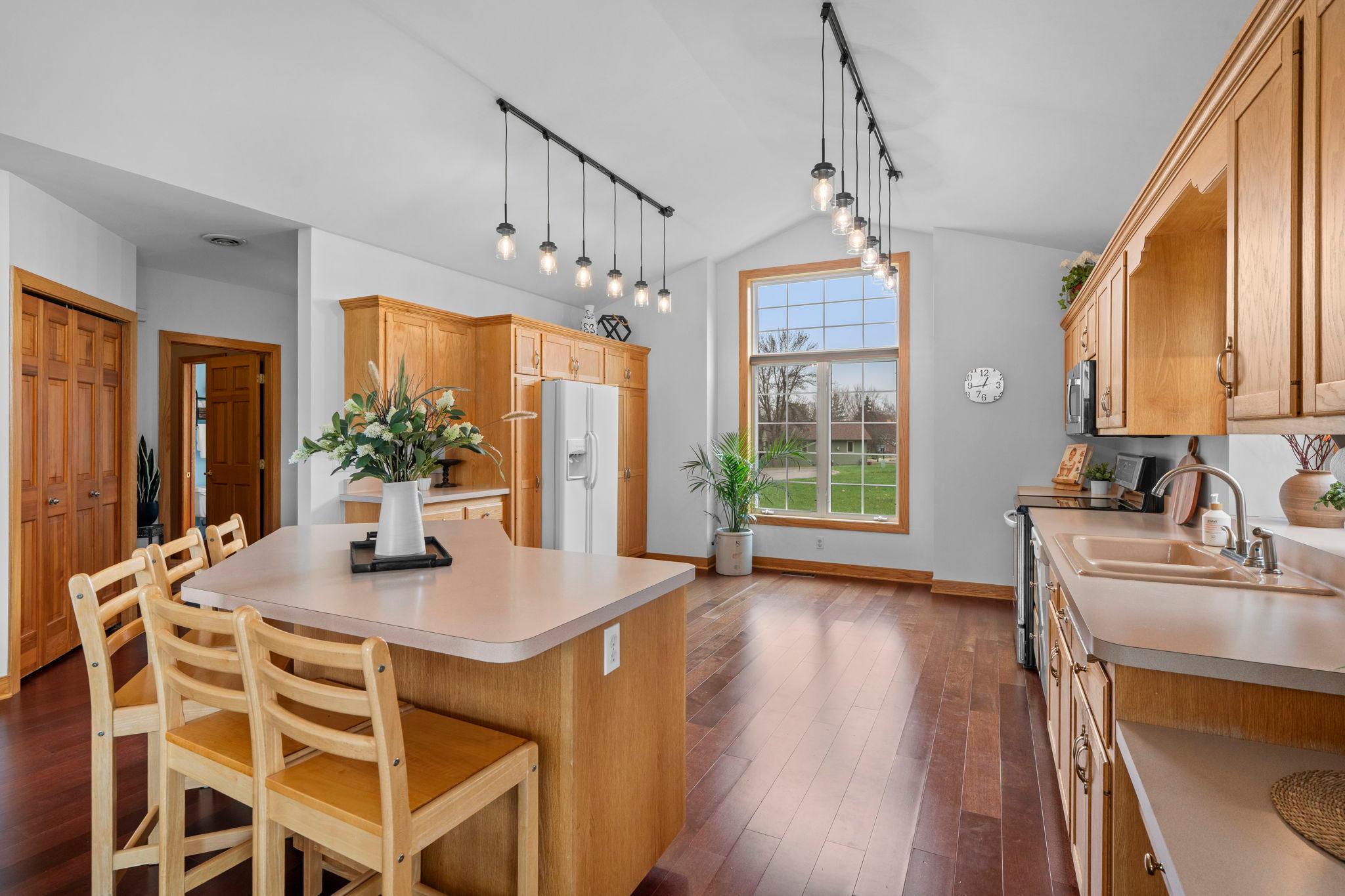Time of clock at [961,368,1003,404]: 12:43
